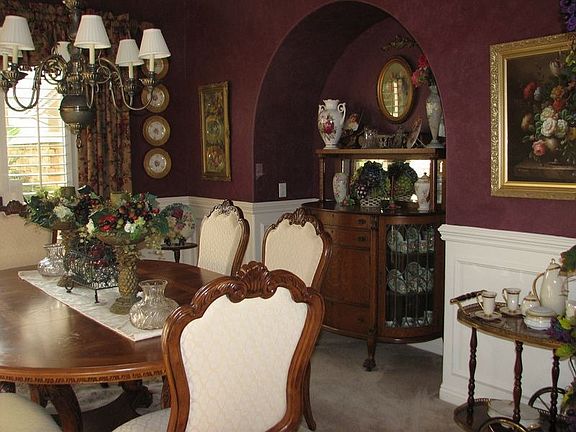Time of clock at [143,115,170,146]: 8:32
